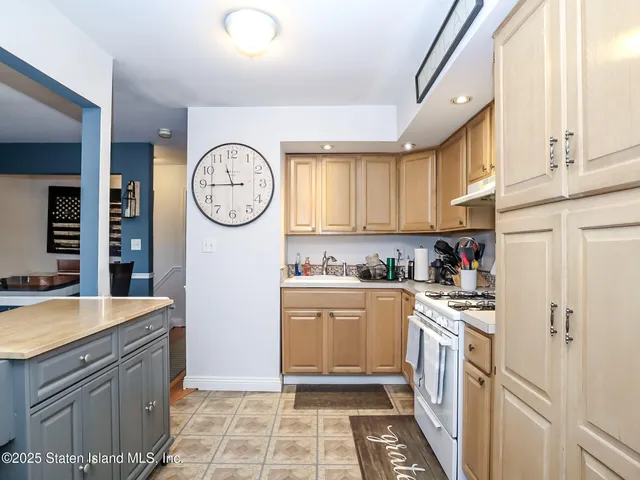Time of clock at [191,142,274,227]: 11:44
